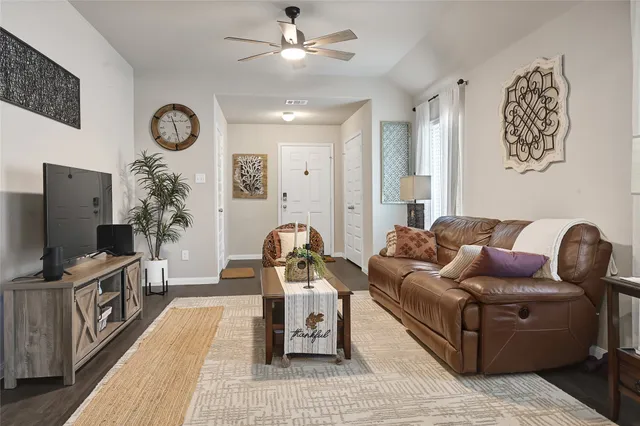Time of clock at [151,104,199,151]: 11:28
